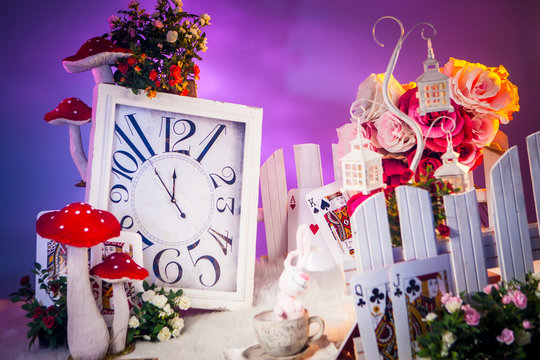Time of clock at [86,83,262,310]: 11:52
